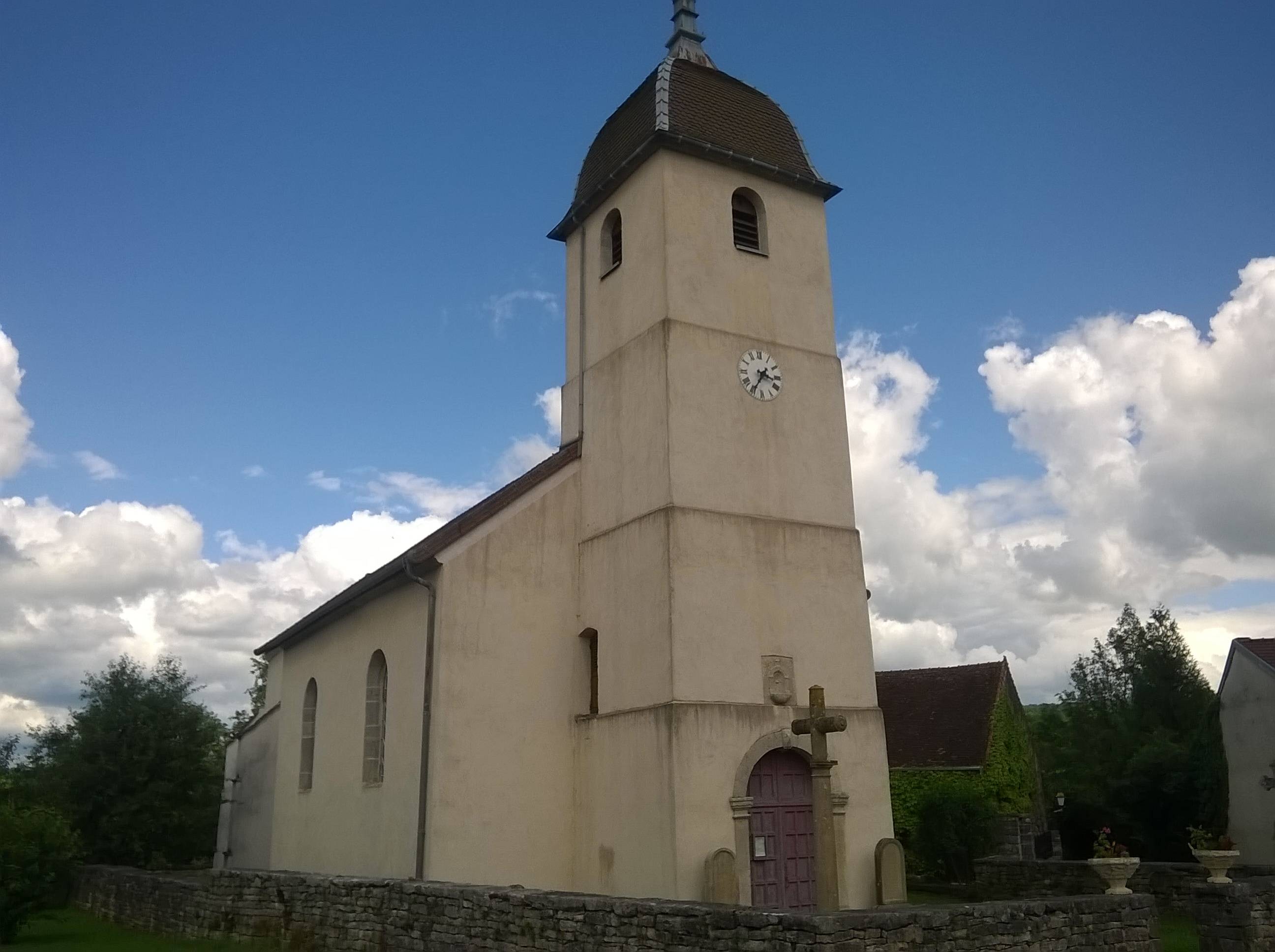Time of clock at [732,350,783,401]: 3:35
